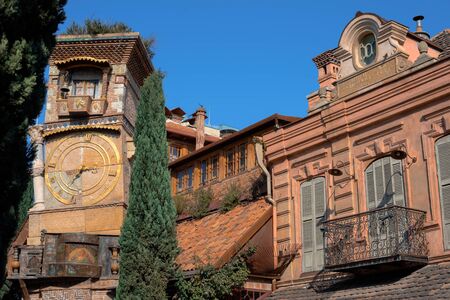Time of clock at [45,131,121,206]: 7:00
